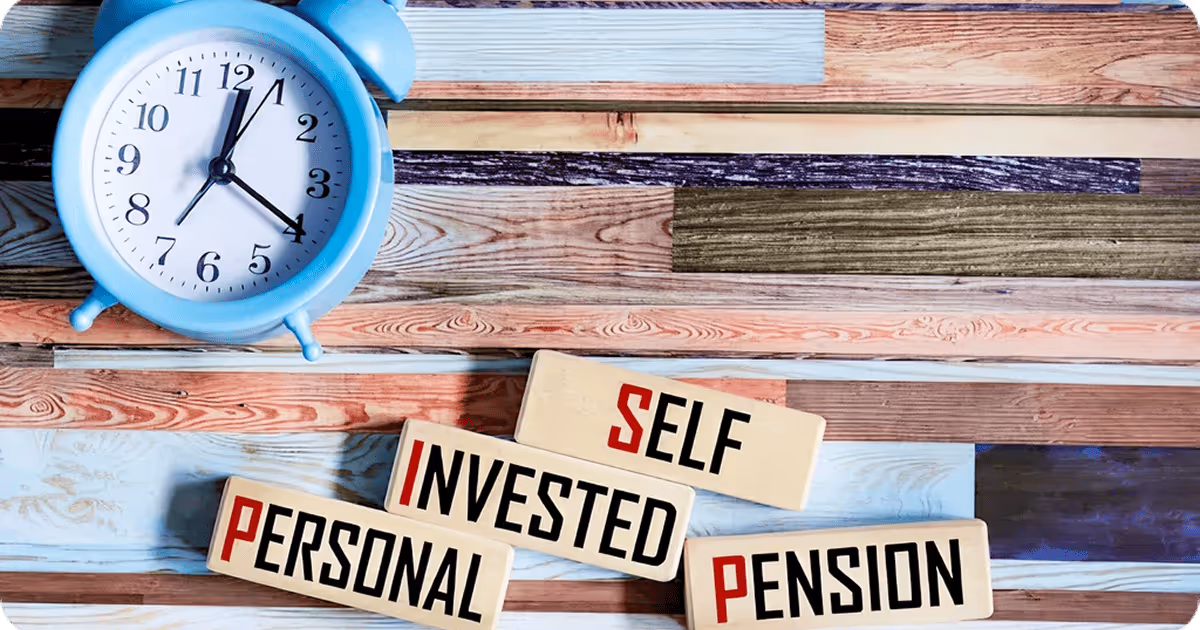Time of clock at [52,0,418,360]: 12:19
